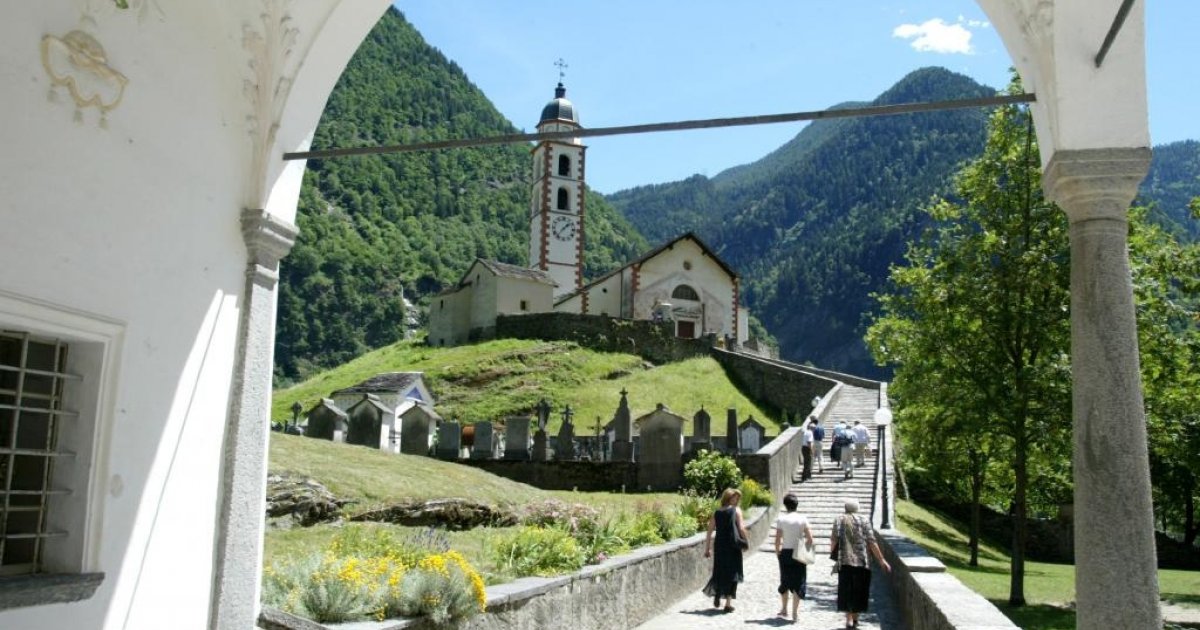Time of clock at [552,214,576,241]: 1:36
